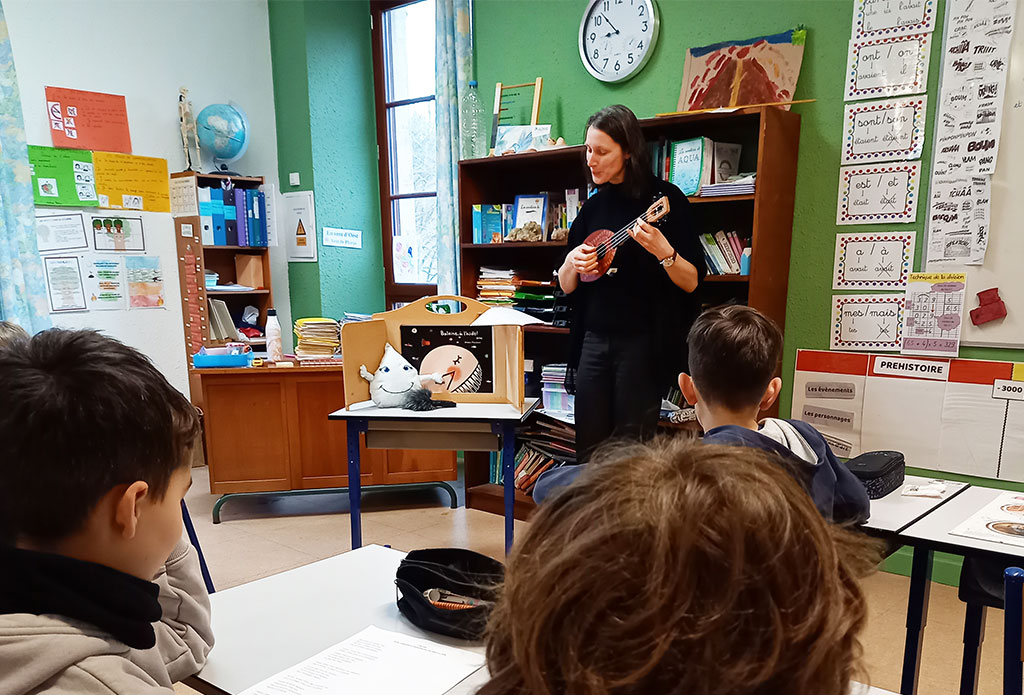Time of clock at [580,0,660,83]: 8:52
